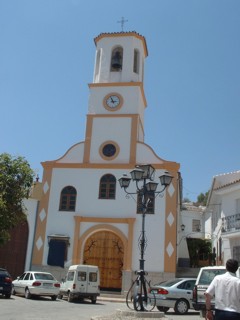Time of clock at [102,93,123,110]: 2:56
